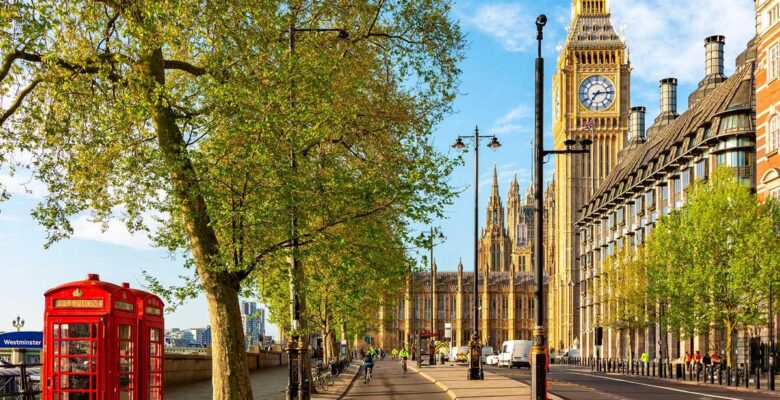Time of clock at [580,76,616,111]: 7:14
